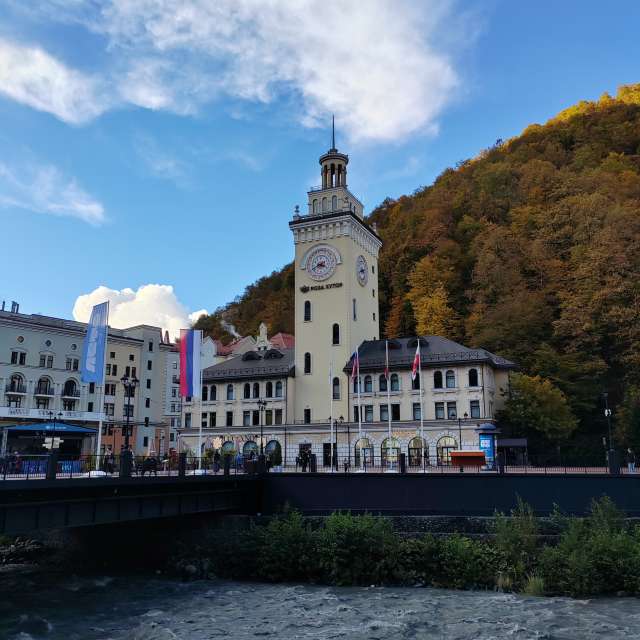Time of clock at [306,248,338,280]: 3:40
